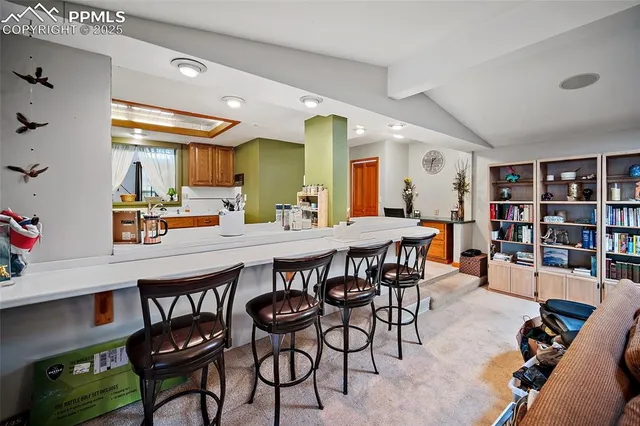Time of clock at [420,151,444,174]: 1:32
